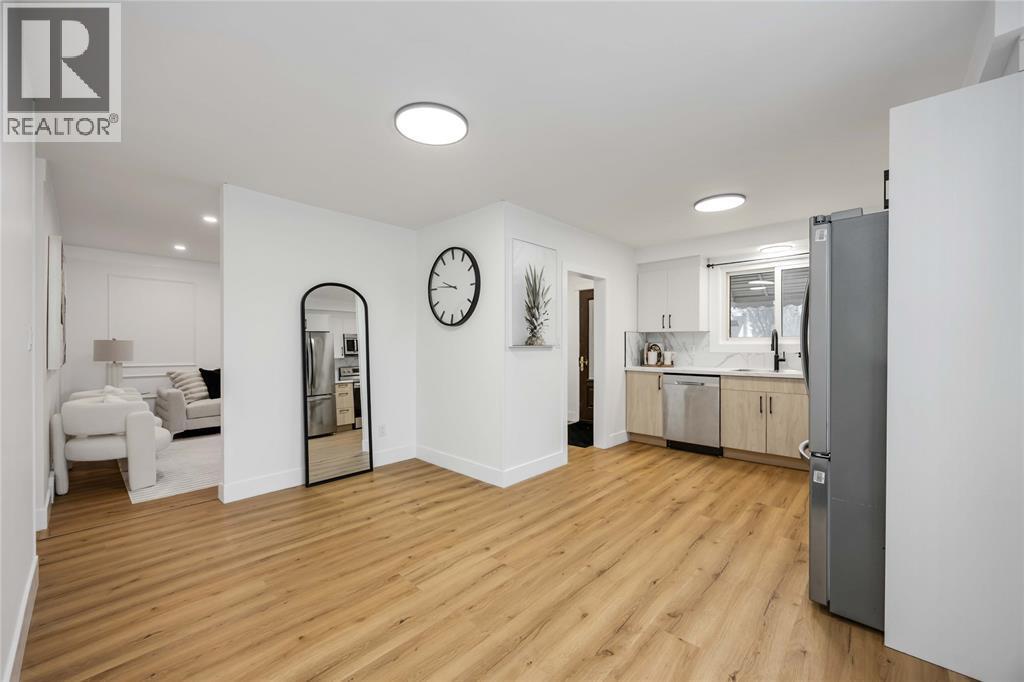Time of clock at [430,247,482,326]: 9:45
